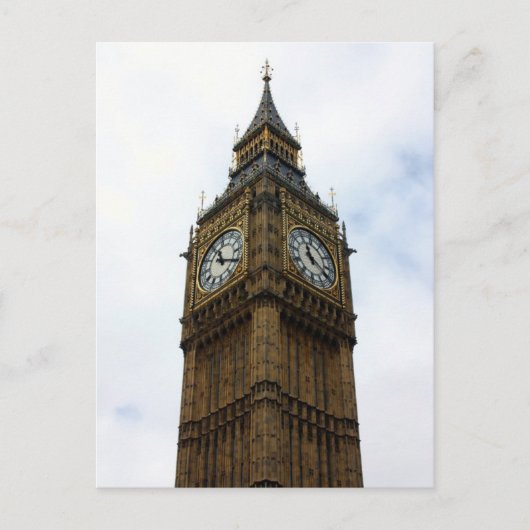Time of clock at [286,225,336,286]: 11:19
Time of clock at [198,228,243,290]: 11:19
